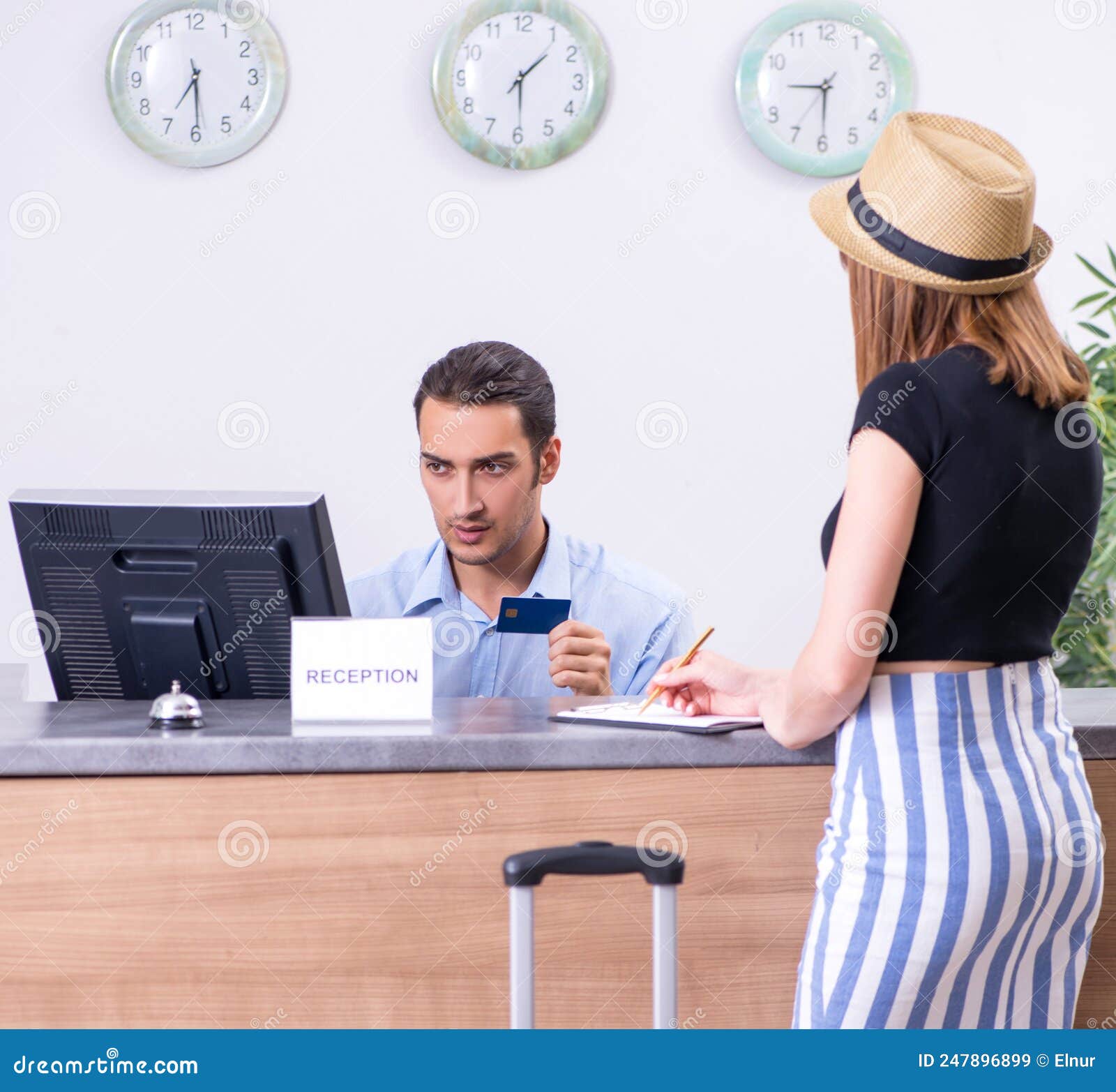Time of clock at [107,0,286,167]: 6:29
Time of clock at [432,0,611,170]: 1:29
